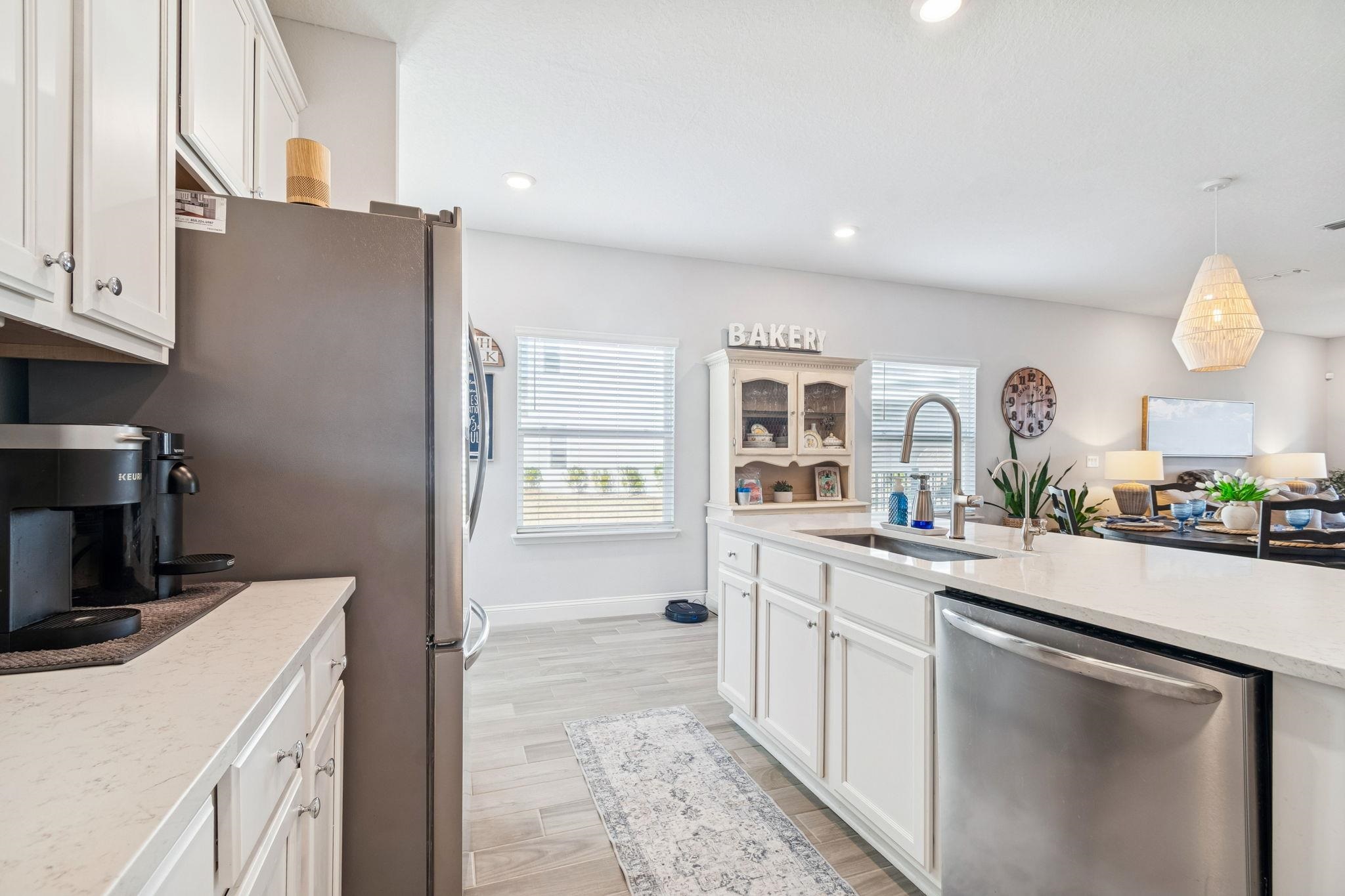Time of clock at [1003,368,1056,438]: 12:13
